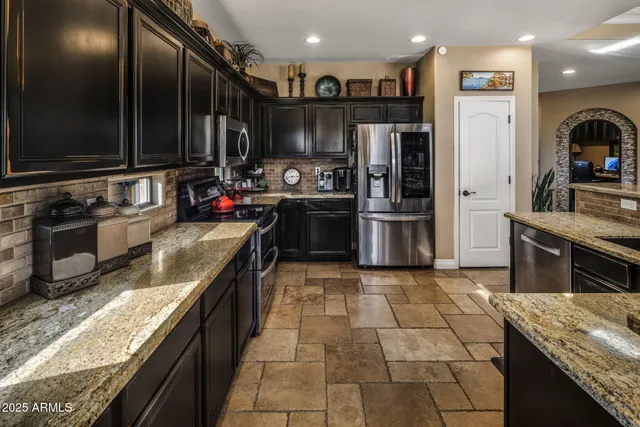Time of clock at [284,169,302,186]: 2:42
